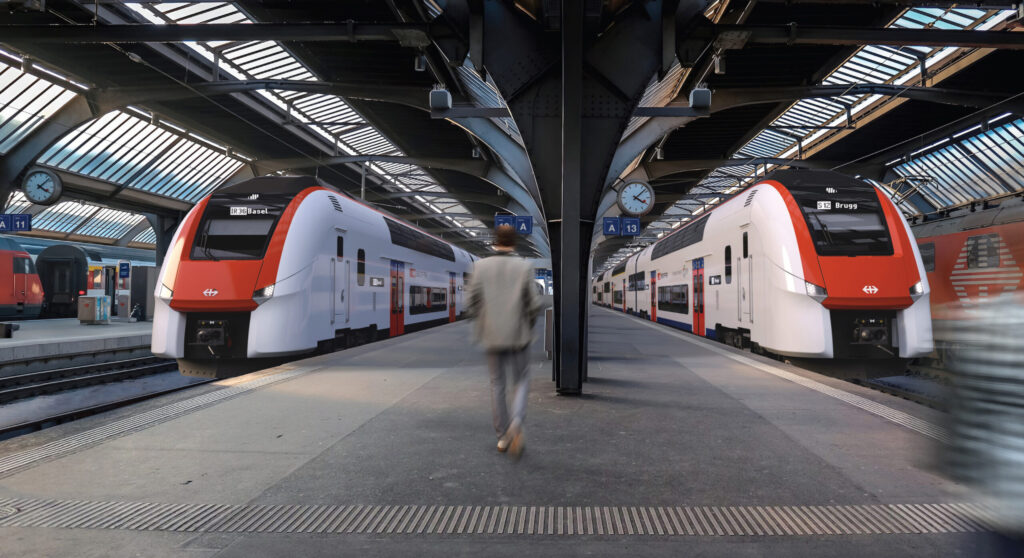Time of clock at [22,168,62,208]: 4:07
